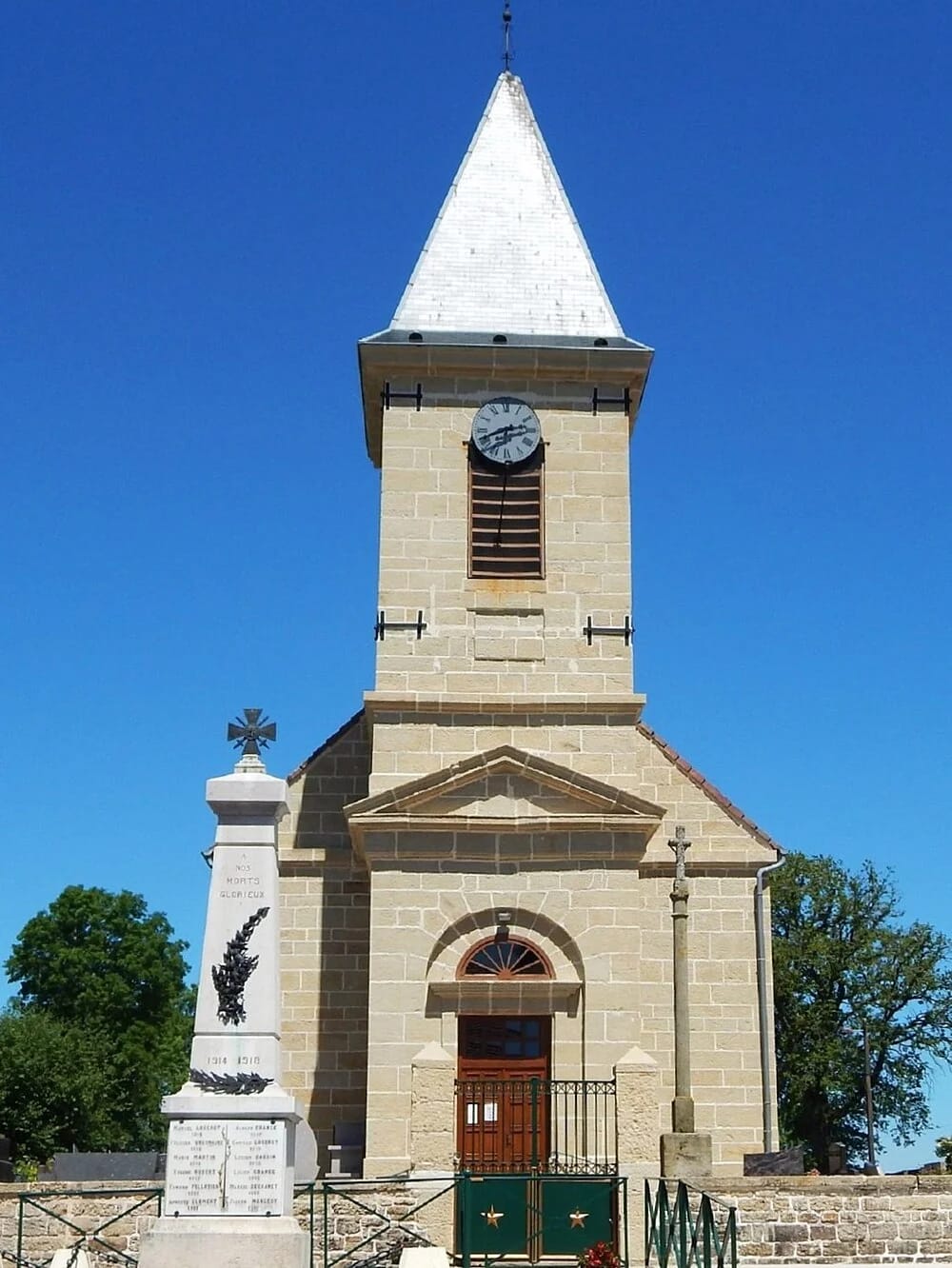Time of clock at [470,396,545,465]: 2:42
